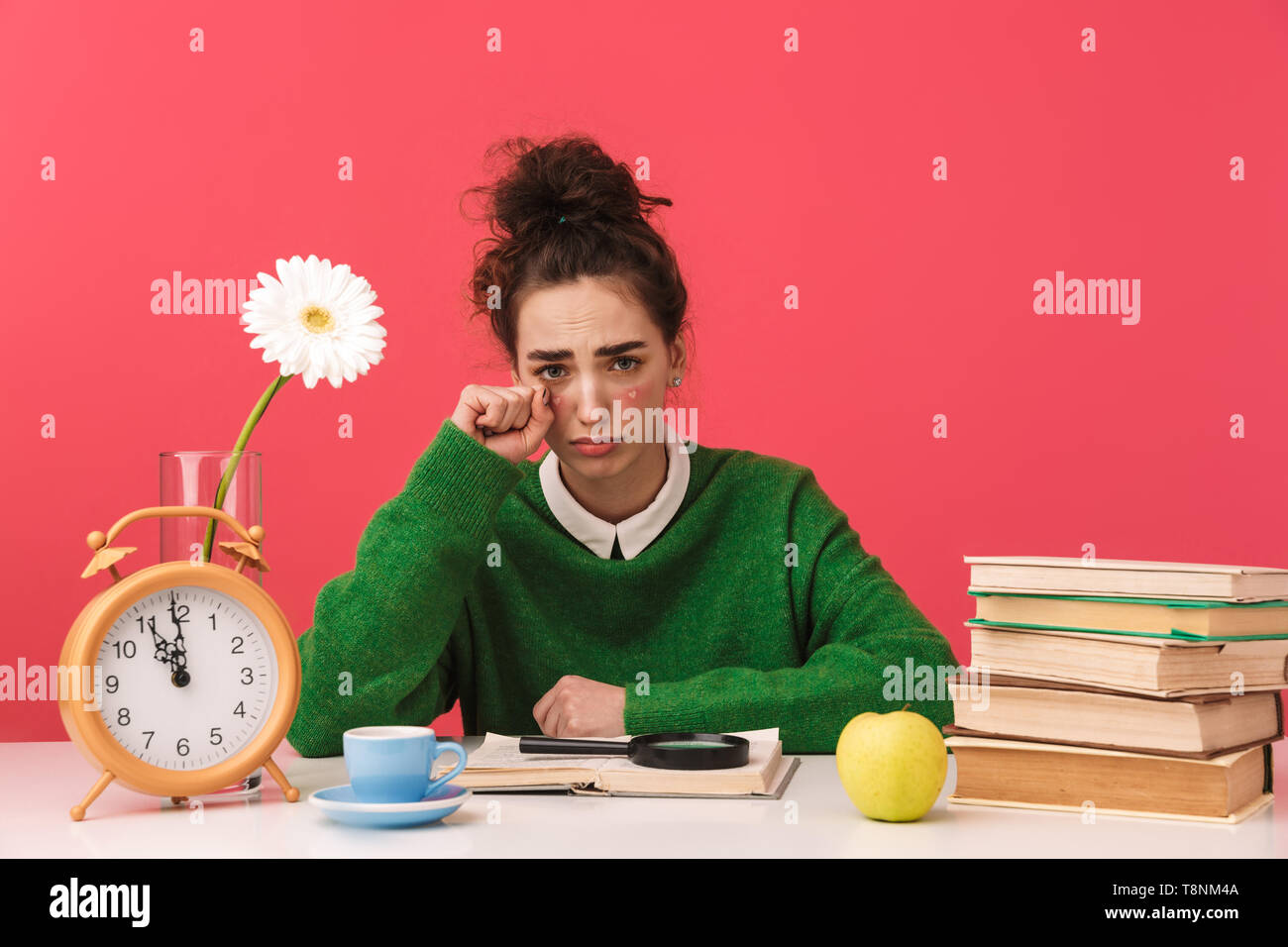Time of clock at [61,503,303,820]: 10:59
